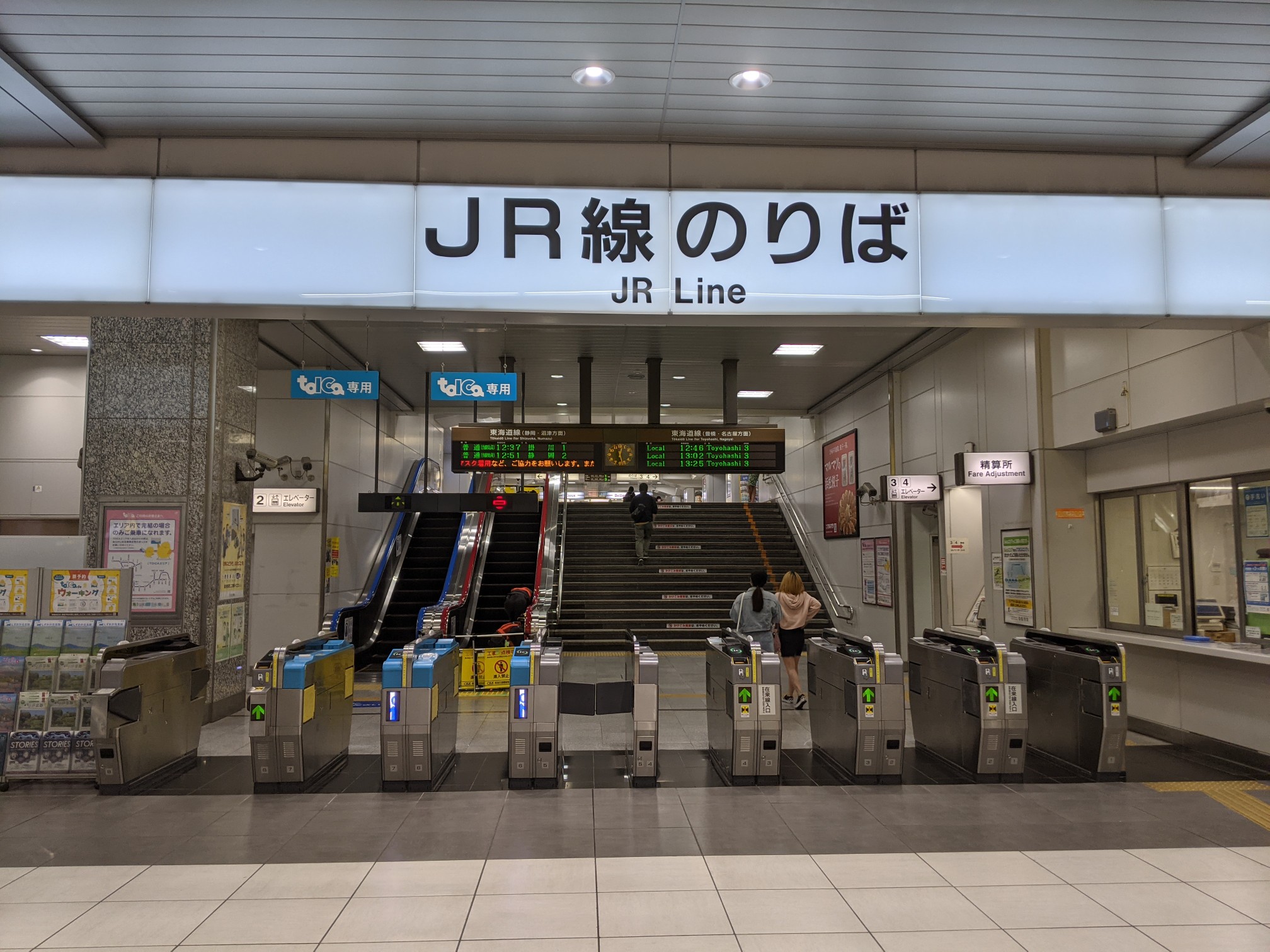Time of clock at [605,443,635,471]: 12:27
